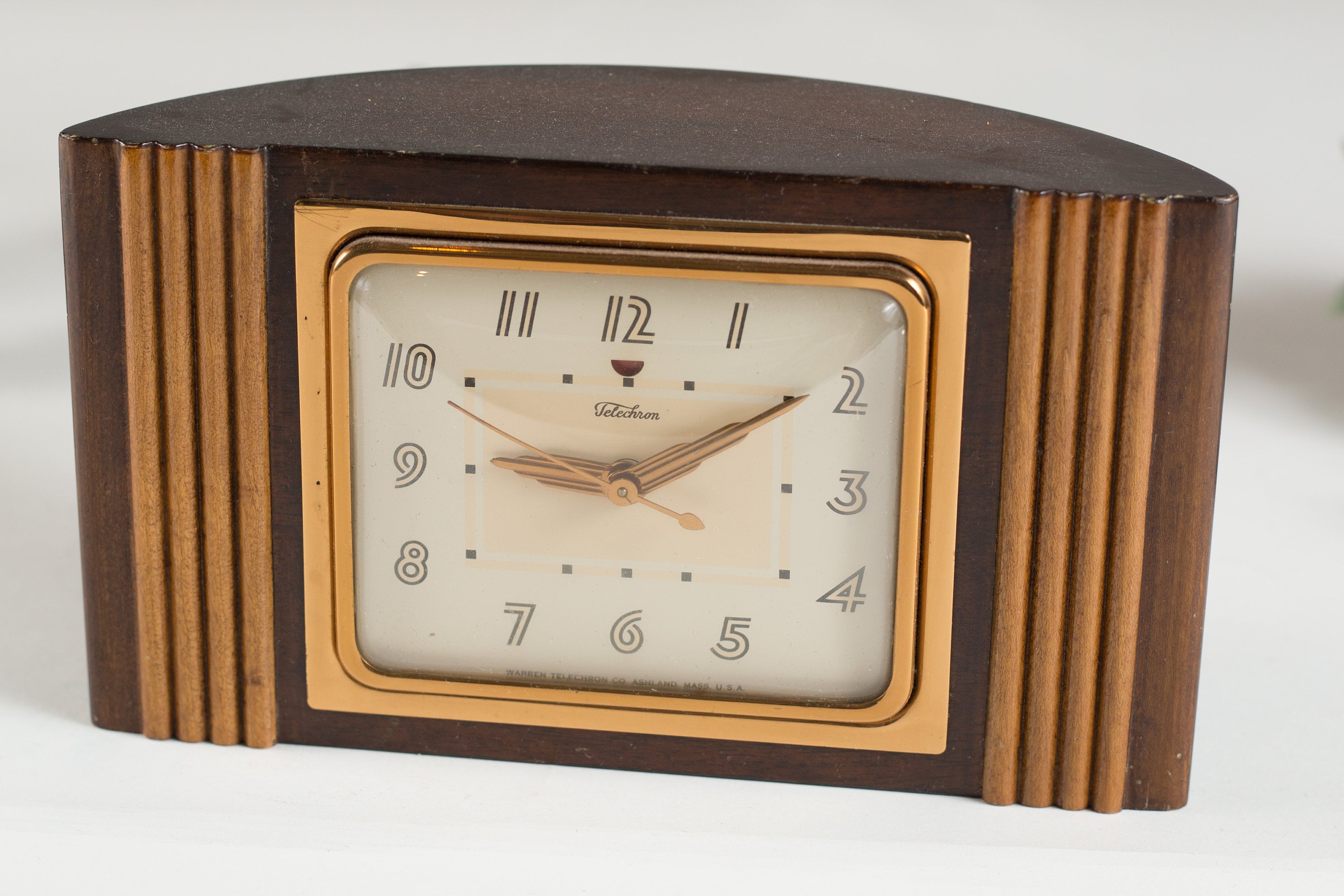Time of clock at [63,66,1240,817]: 9:09
